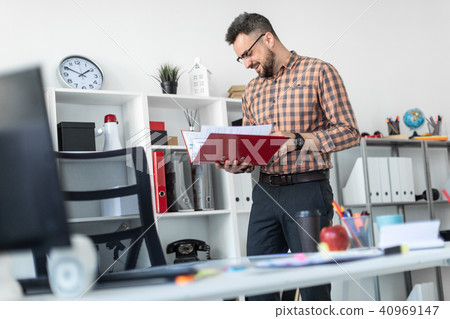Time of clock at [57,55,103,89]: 1:50
